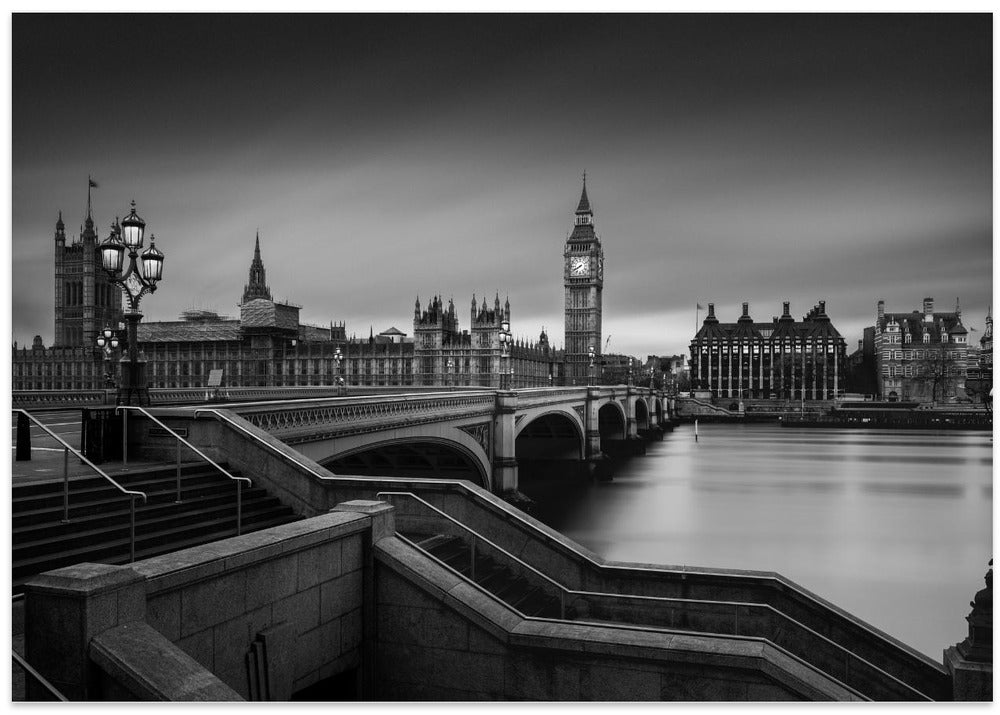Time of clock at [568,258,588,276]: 7:40
